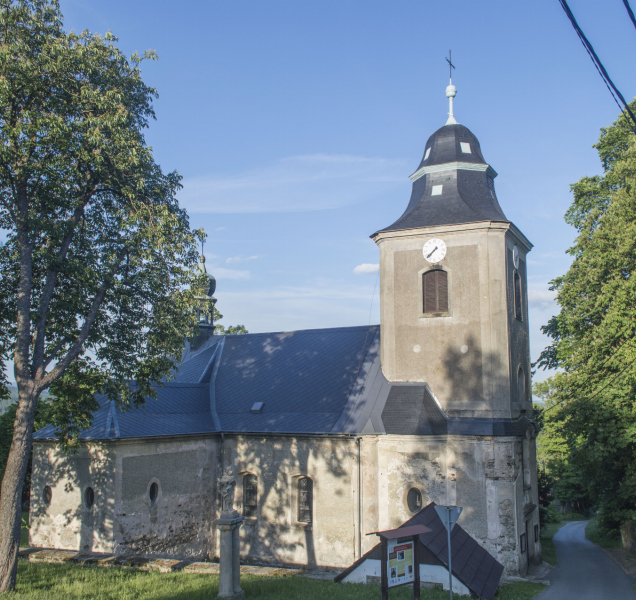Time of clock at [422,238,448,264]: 7:37
